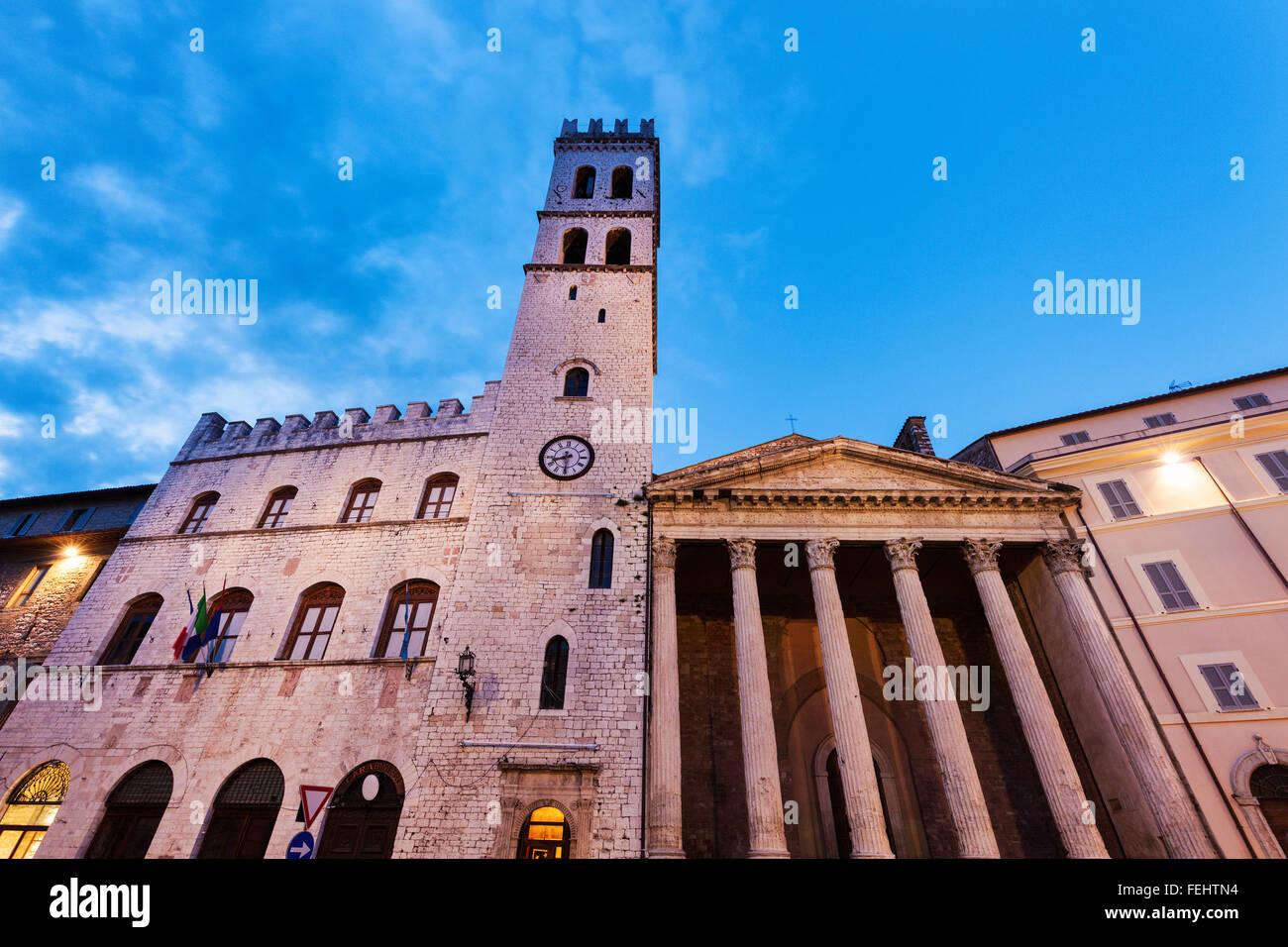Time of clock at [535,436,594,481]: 8:30
